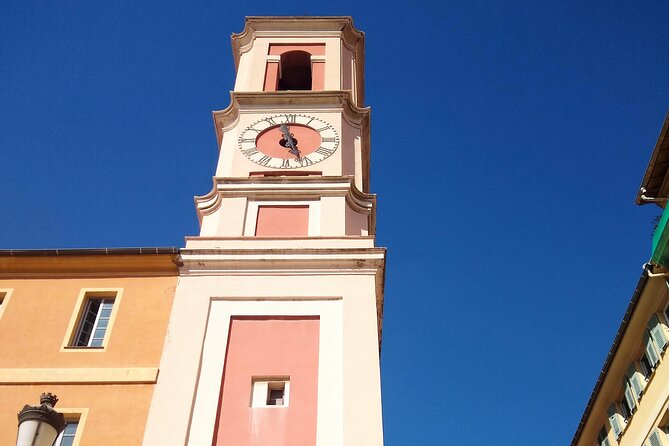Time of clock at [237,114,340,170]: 11:26
